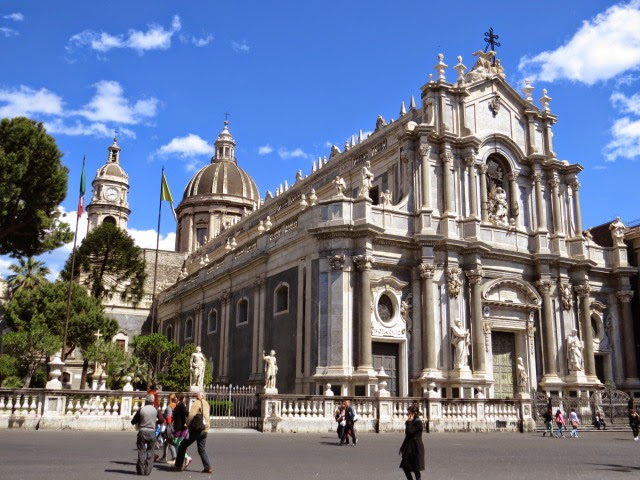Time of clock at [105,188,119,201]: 2:40
